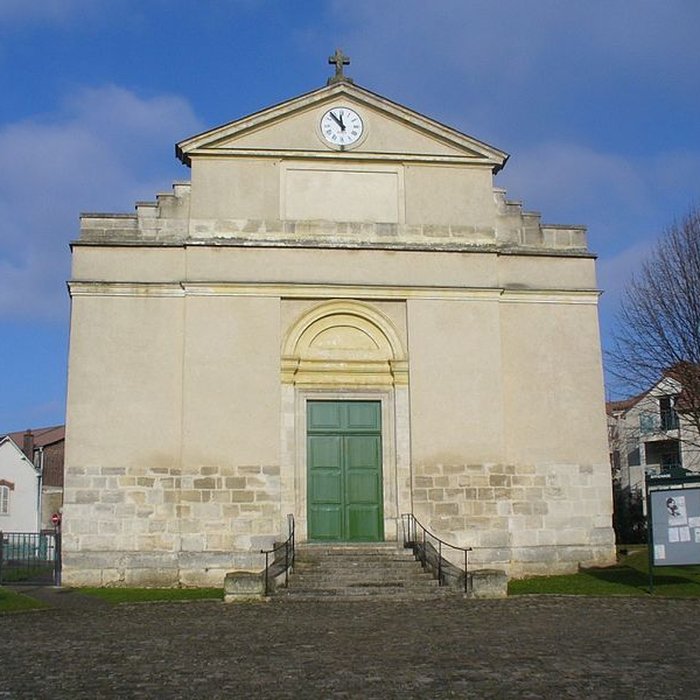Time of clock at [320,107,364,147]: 11:53
